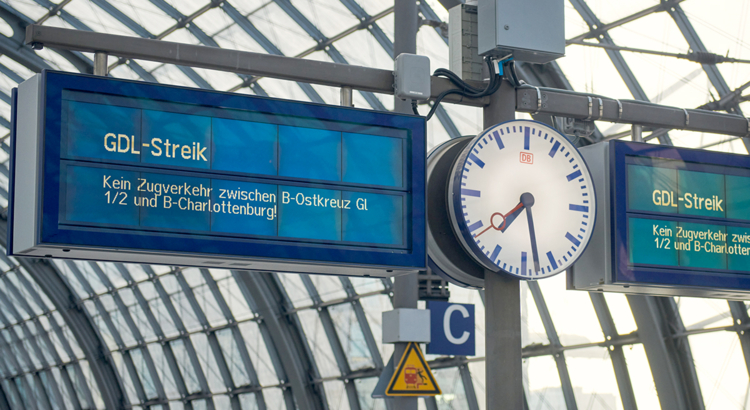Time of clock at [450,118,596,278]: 7:28
